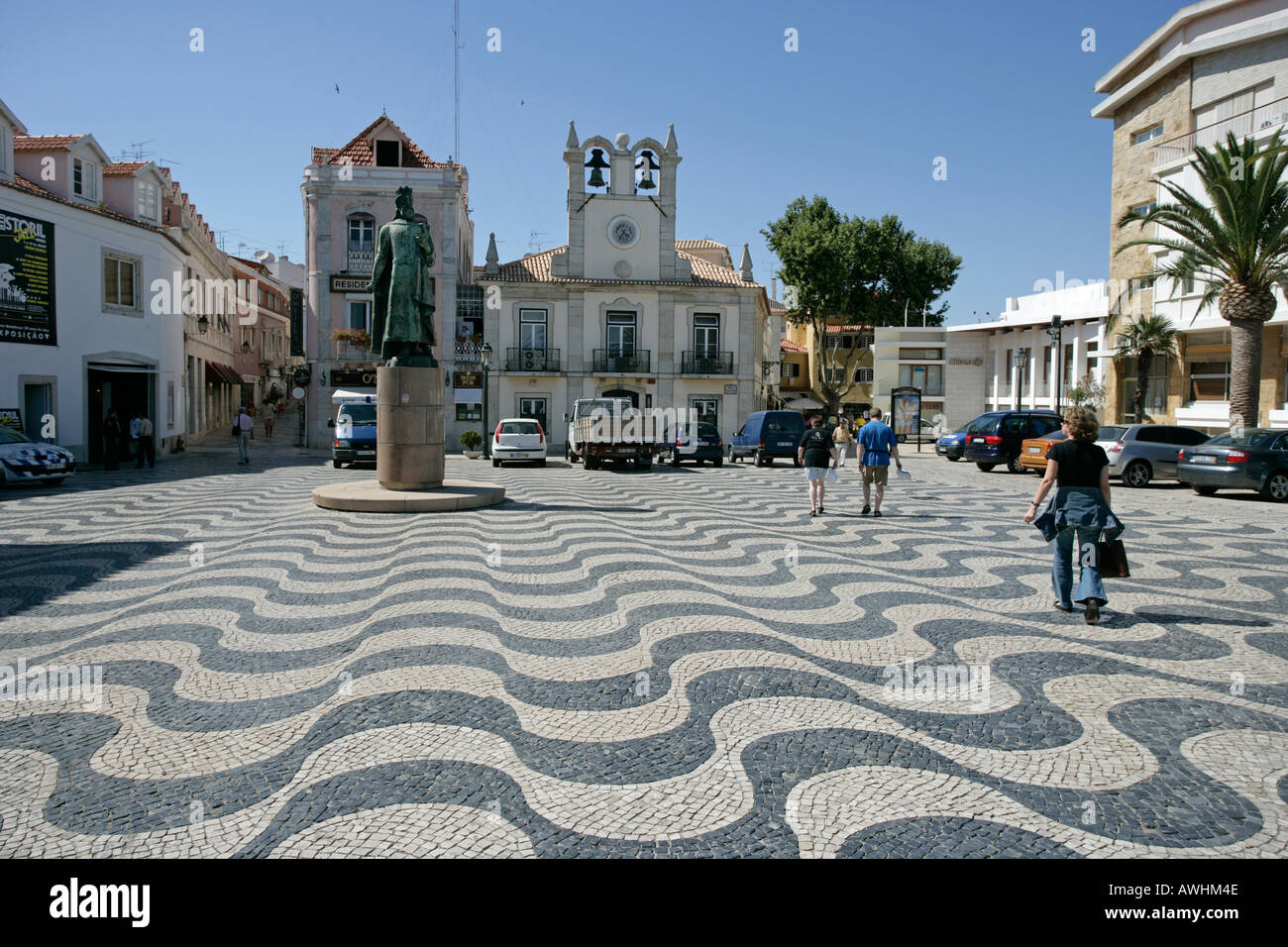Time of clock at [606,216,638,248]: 4:35
